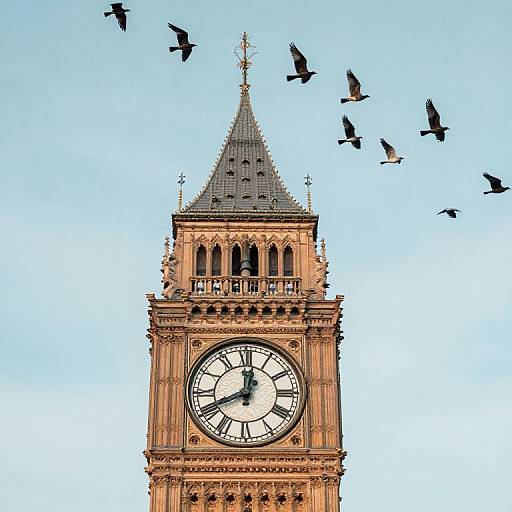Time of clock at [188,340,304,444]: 12:41
